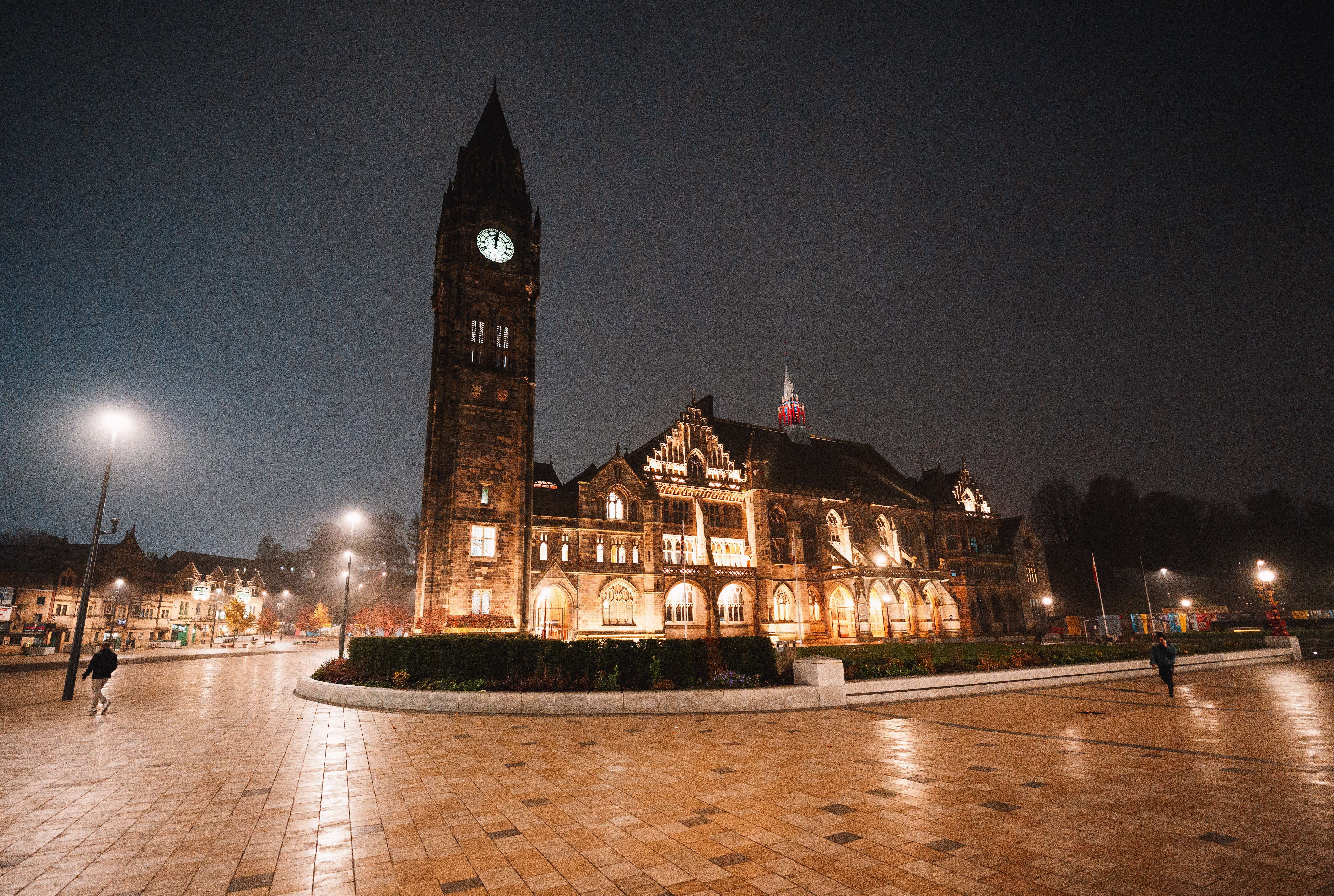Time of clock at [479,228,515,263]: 12:01
